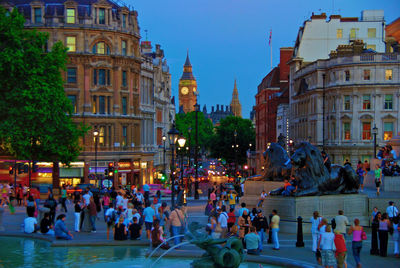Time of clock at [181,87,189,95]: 8:21
